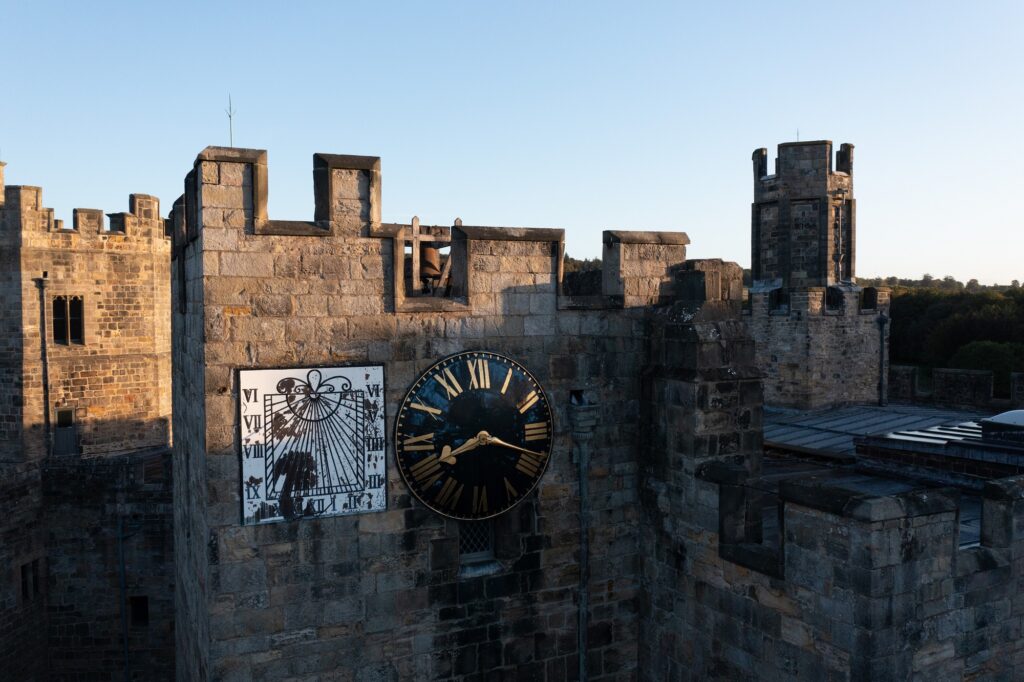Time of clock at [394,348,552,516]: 8:18
